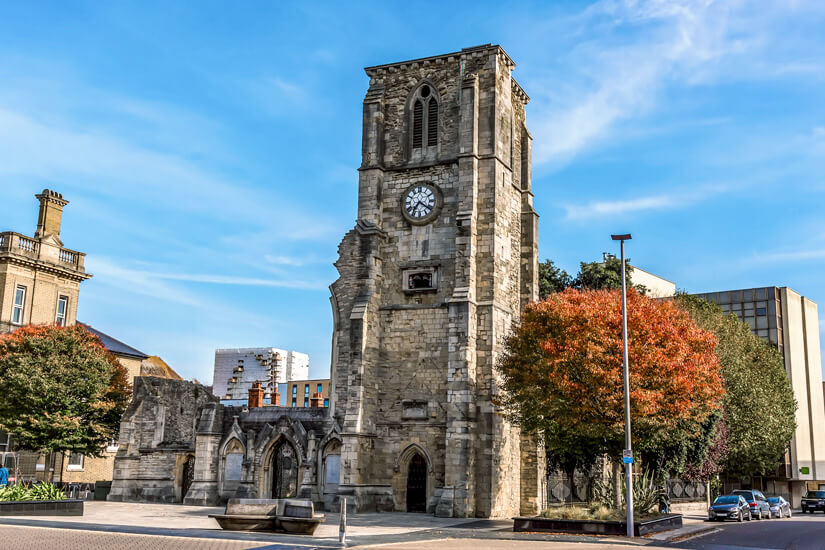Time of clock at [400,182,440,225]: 7:21
